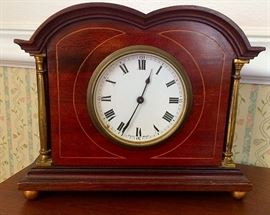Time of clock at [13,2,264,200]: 12:34
